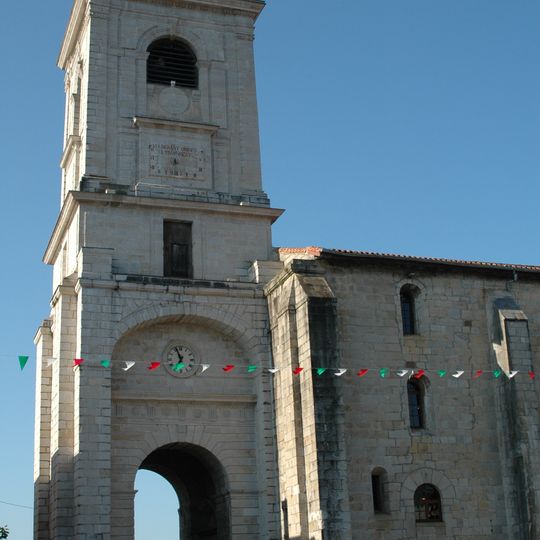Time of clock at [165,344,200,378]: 6:56
